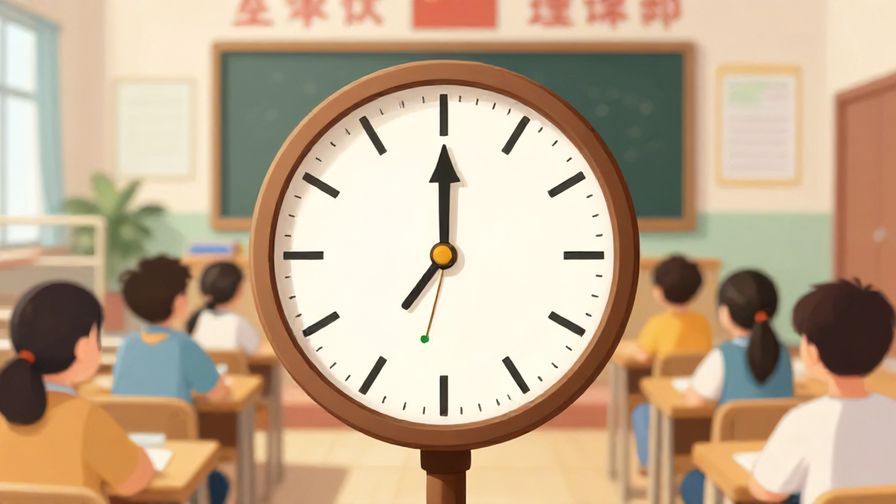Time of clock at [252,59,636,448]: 7:00
